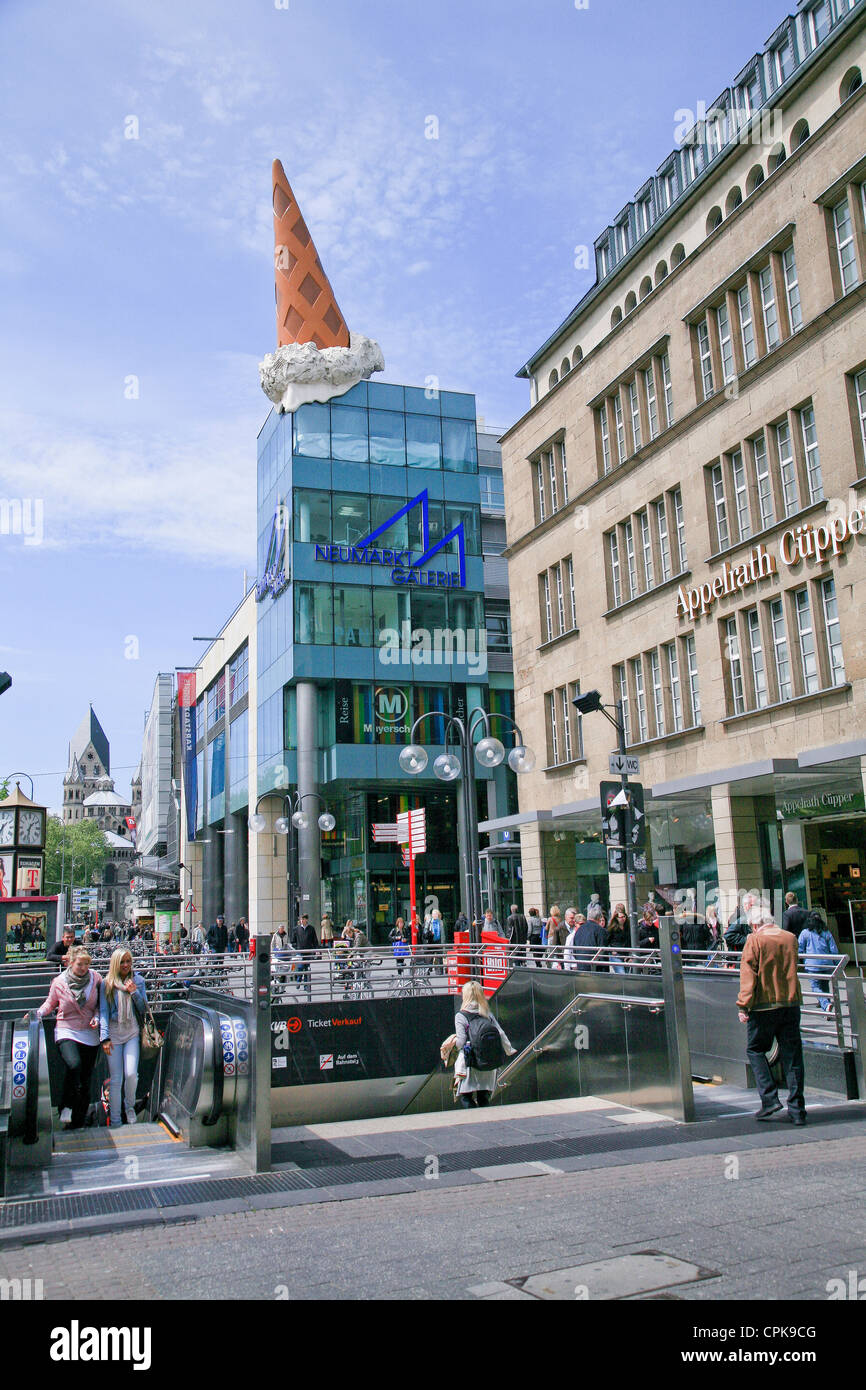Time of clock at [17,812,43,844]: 1:32
